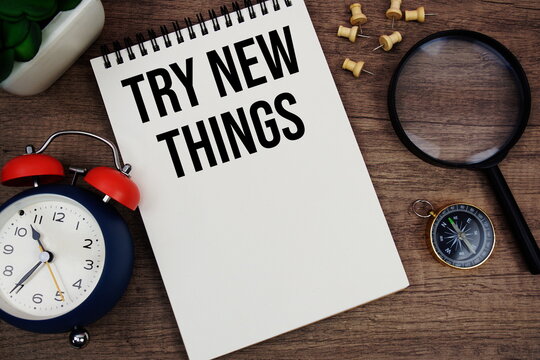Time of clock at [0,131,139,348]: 10:35
